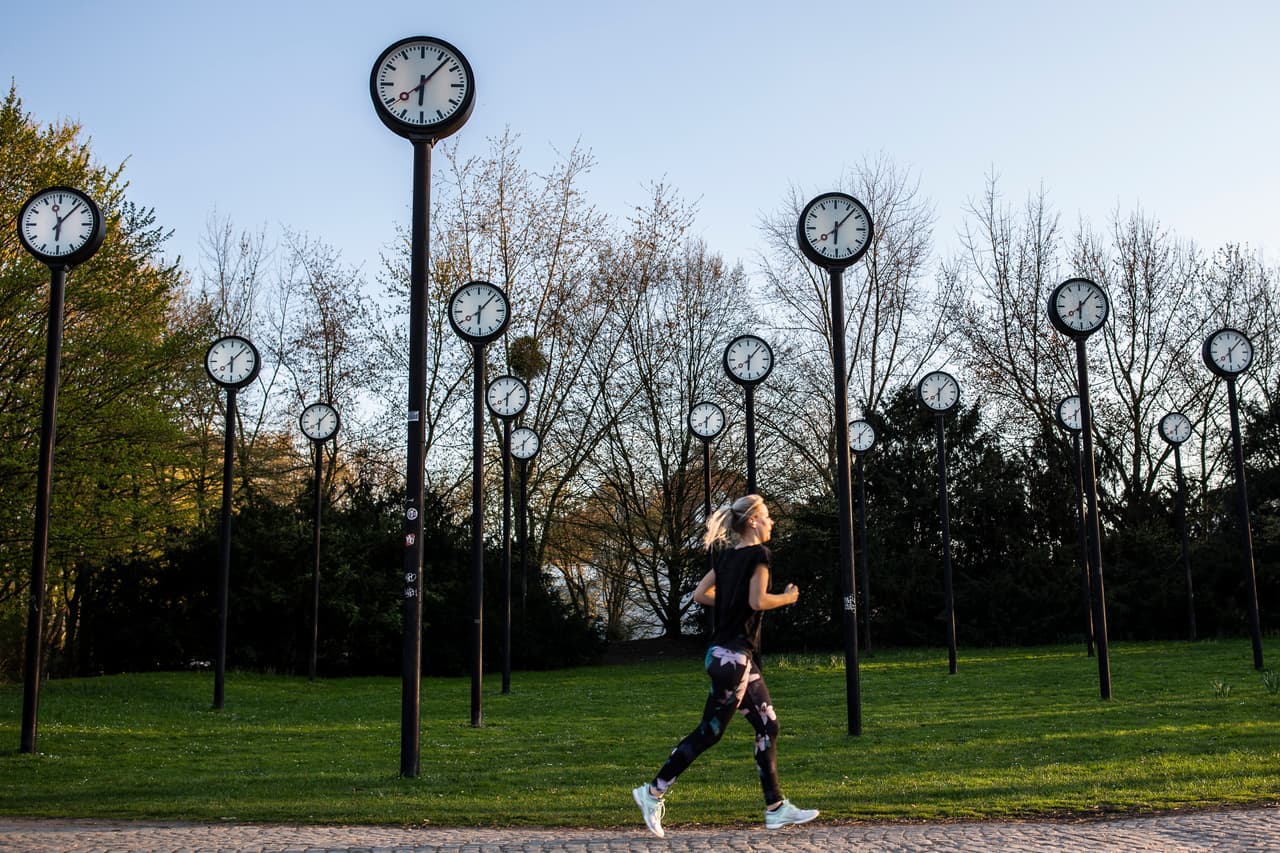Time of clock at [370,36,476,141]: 6:07
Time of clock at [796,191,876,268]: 6:07
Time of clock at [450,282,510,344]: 6:07
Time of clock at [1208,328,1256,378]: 6:07
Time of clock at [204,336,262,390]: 6:07
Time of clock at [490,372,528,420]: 6:06
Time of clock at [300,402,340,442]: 6:07
